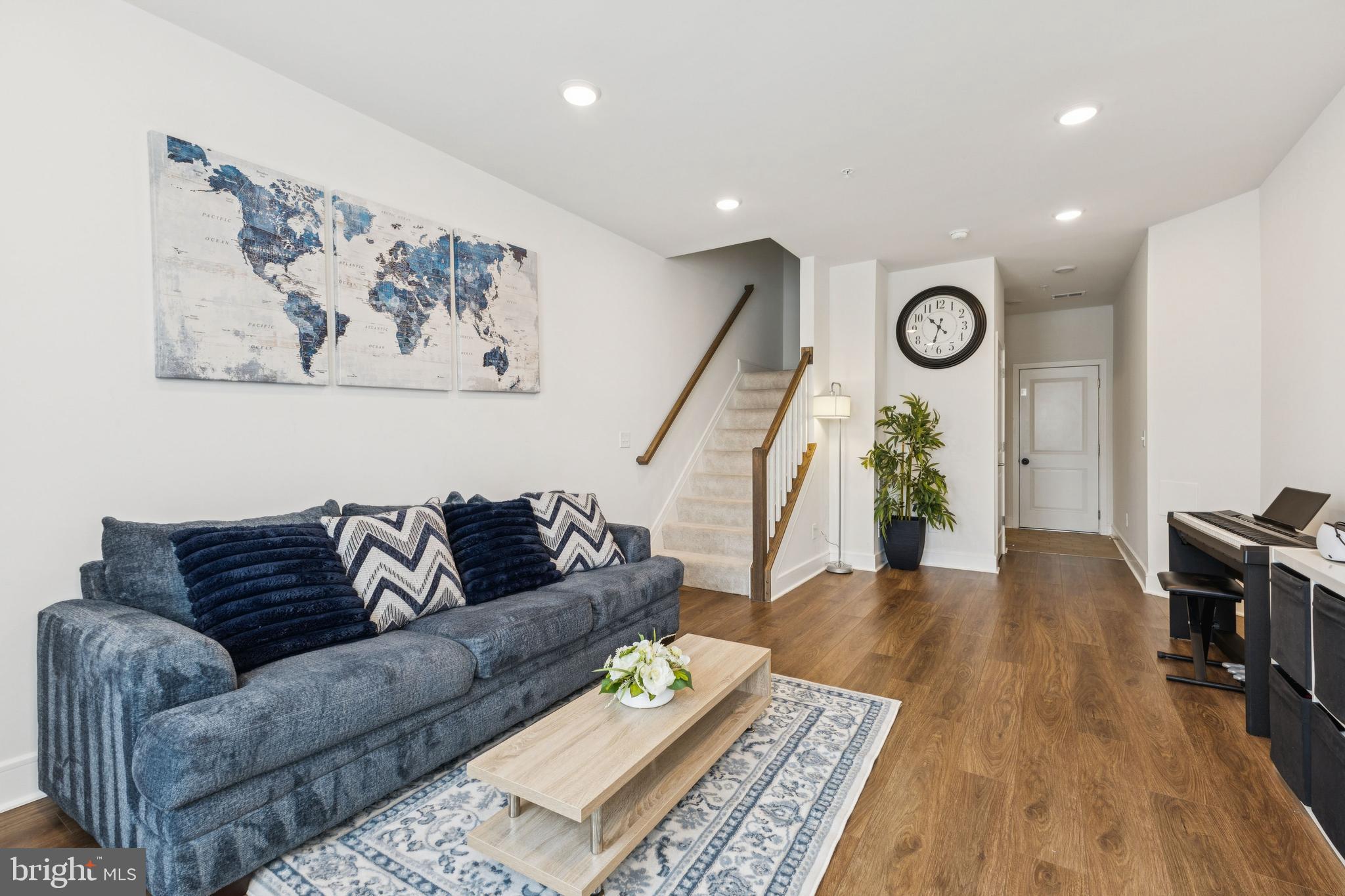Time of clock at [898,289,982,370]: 10:32
